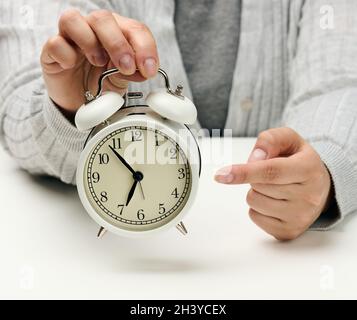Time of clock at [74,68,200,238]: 6:53
